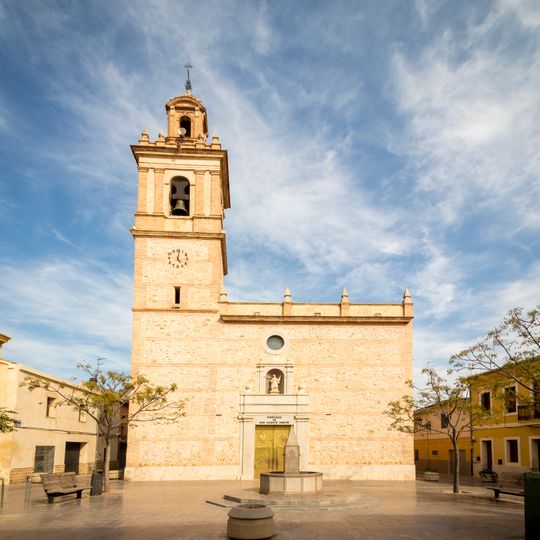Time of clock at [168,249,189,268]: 5:01
